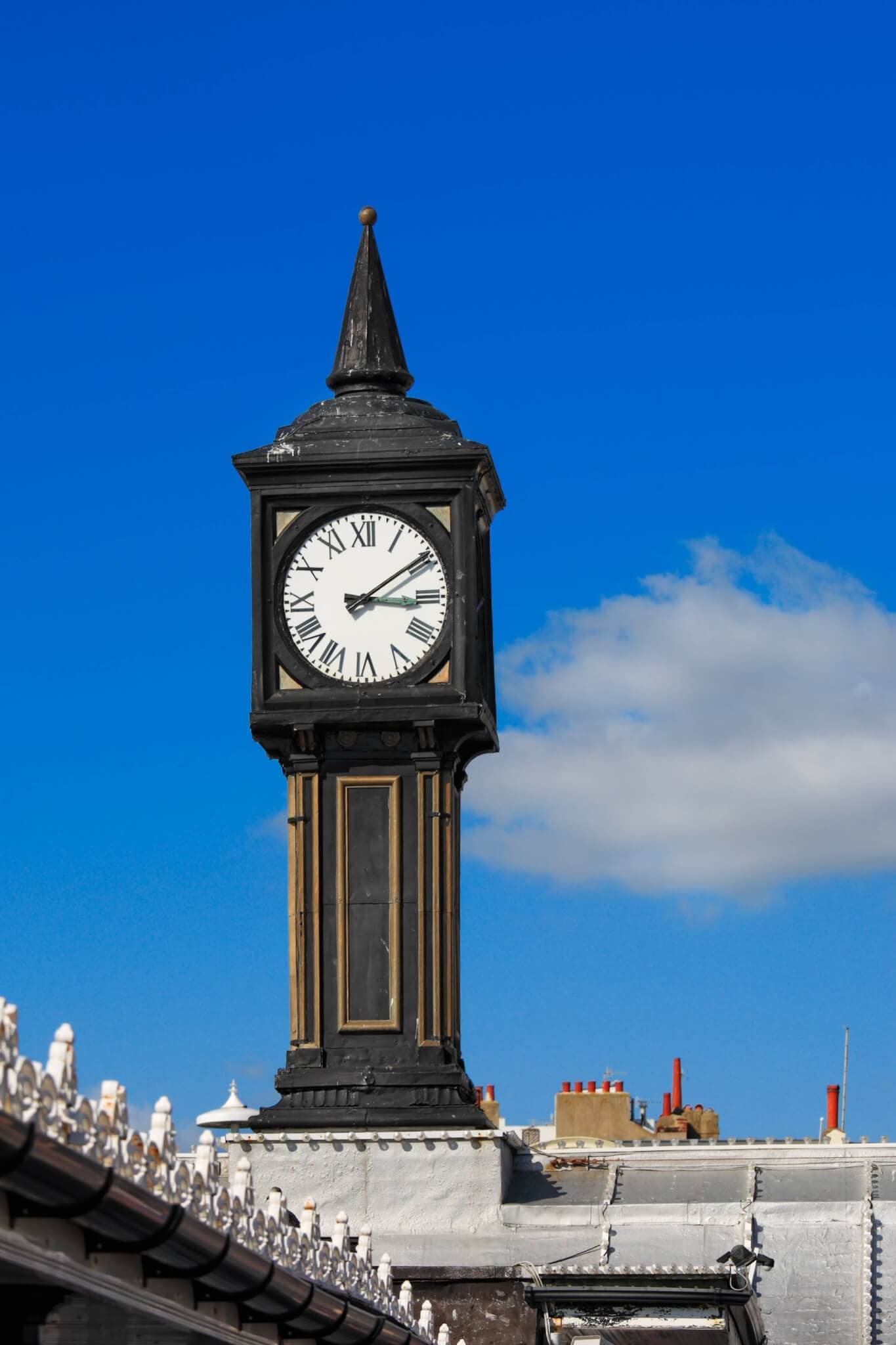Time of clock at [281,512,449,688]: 3:09
